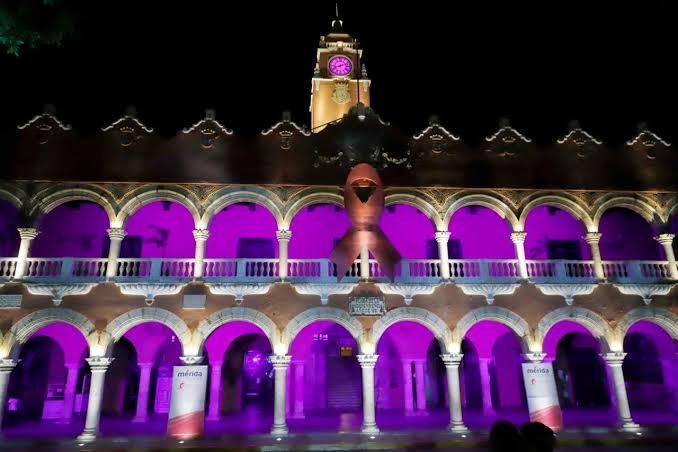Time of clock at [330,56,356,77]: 8:12
